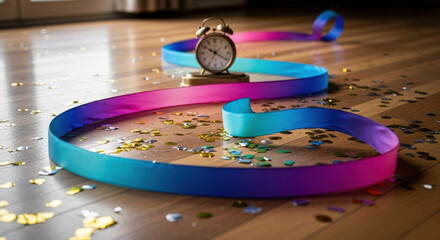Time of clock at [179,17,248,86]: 10:20
